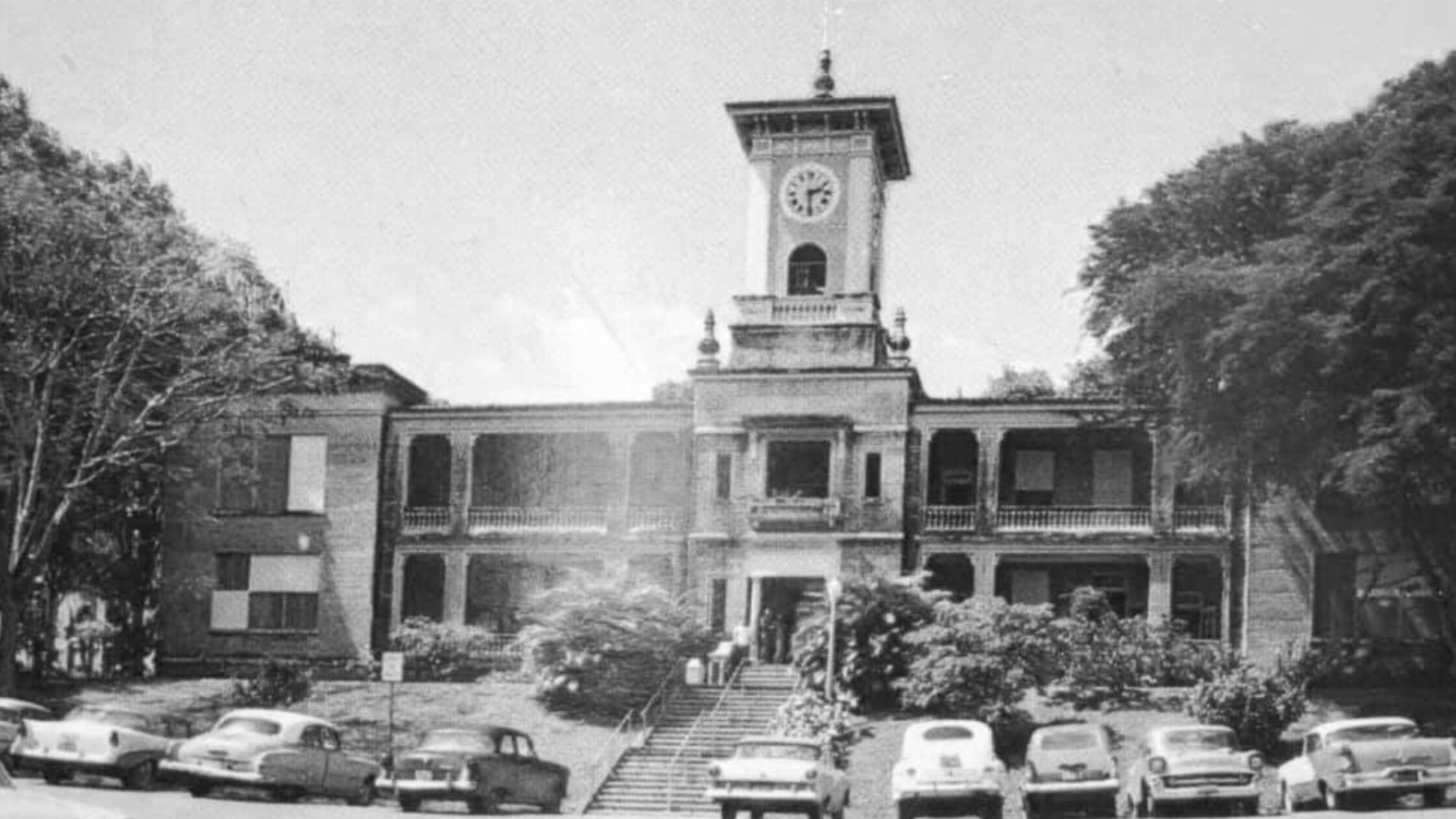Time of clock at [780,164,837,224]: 2:29
